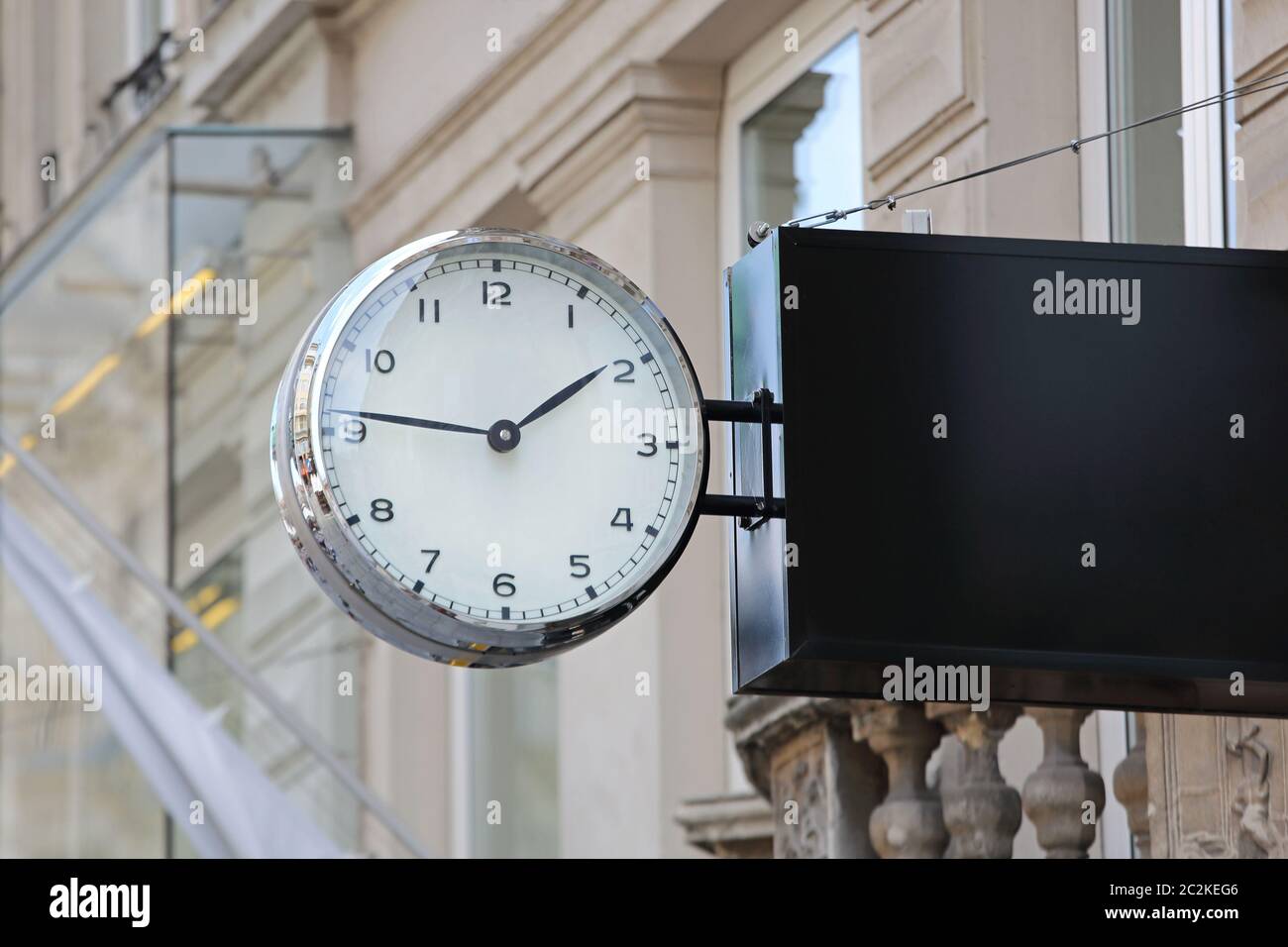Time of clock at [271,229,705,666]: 1:46
